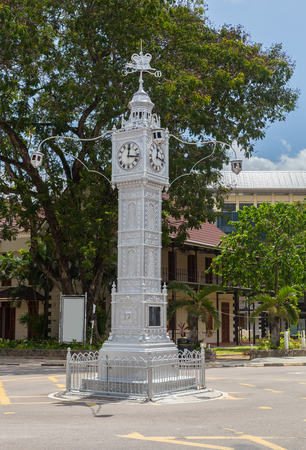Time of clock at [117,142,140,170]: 12:16
